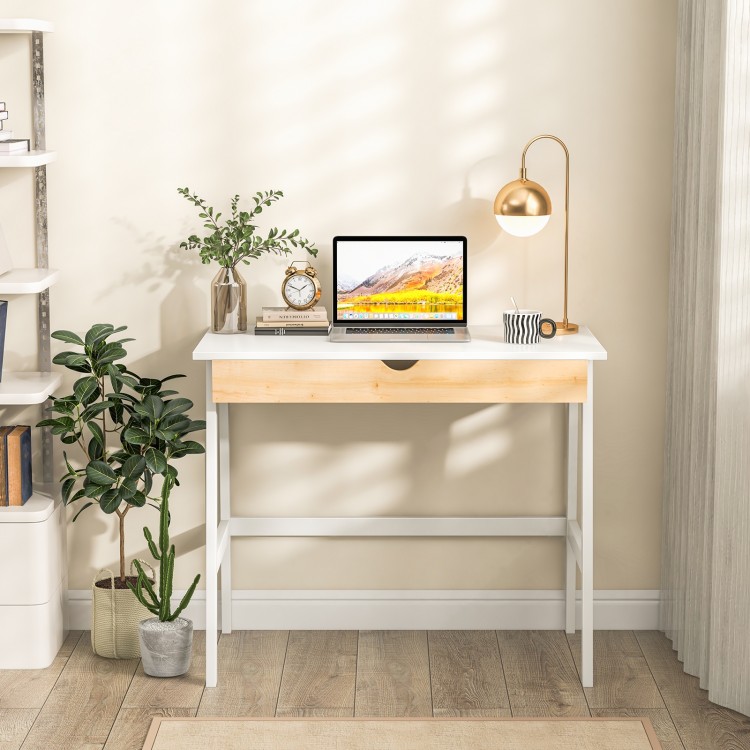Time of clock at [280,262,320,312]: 1:48
